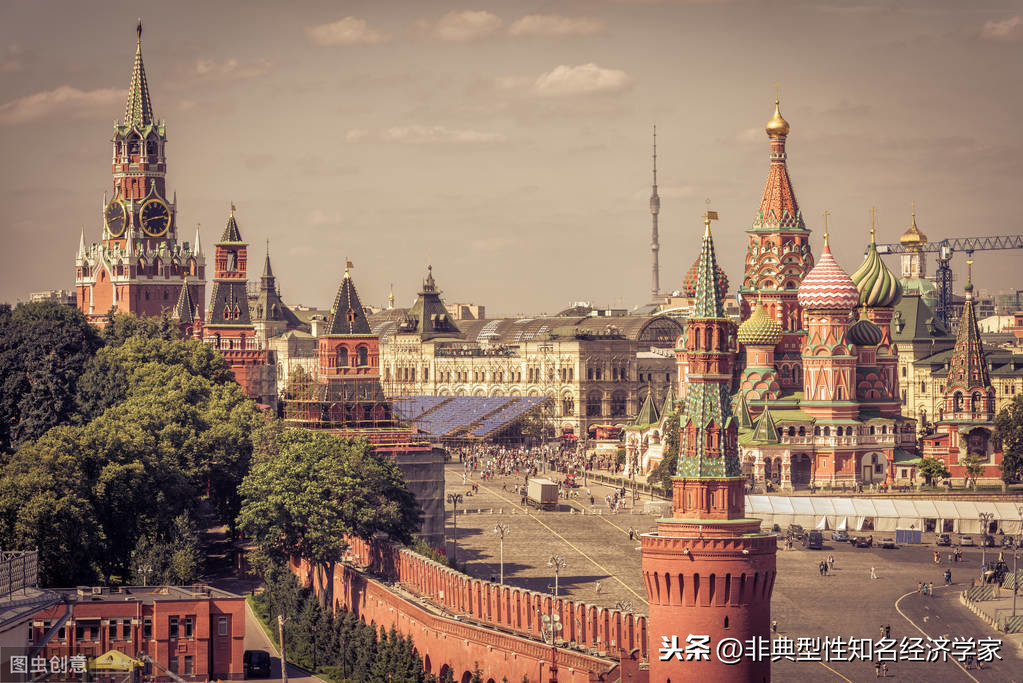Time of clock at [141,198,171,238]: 2:42
